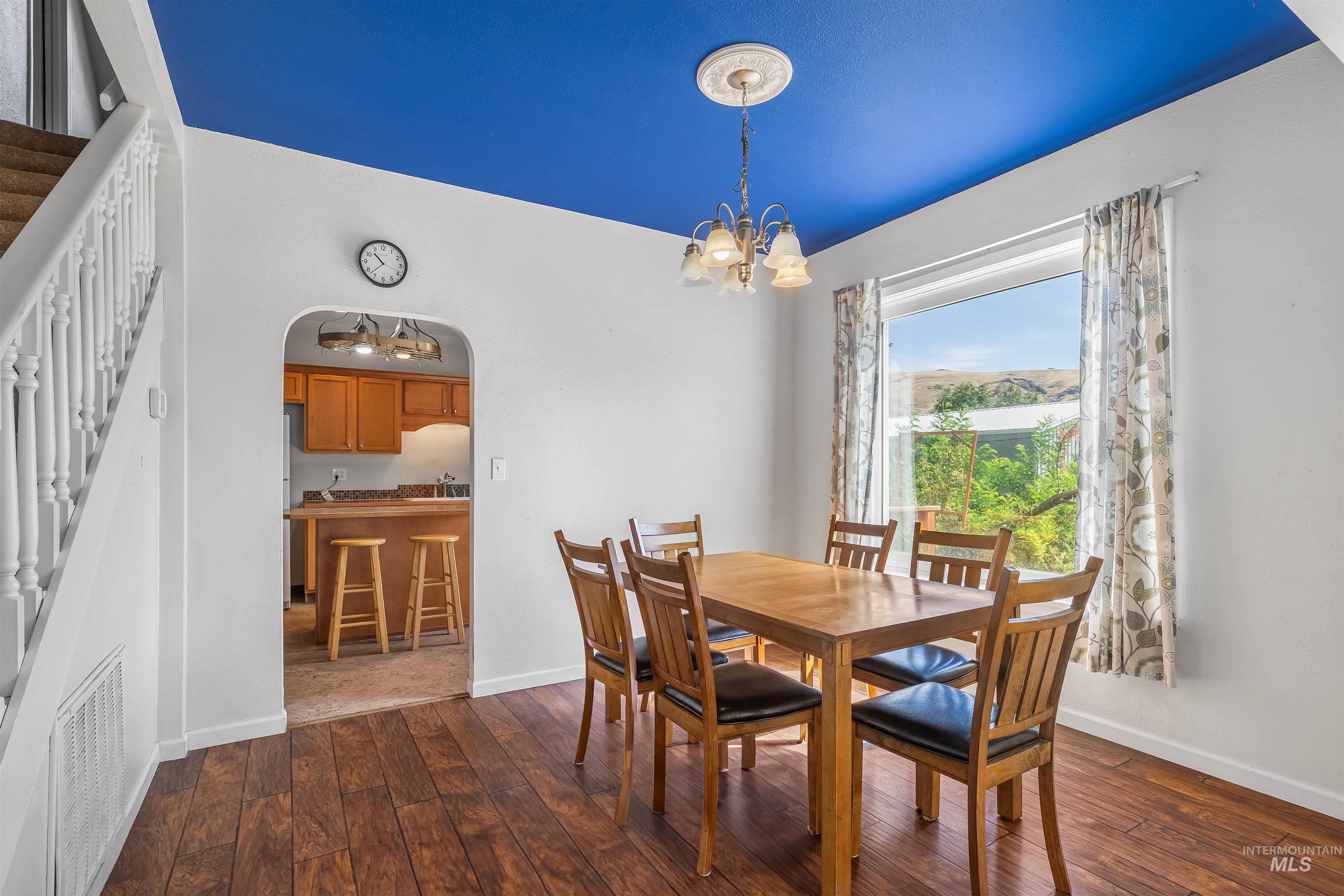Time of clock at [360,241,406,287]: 10:37
